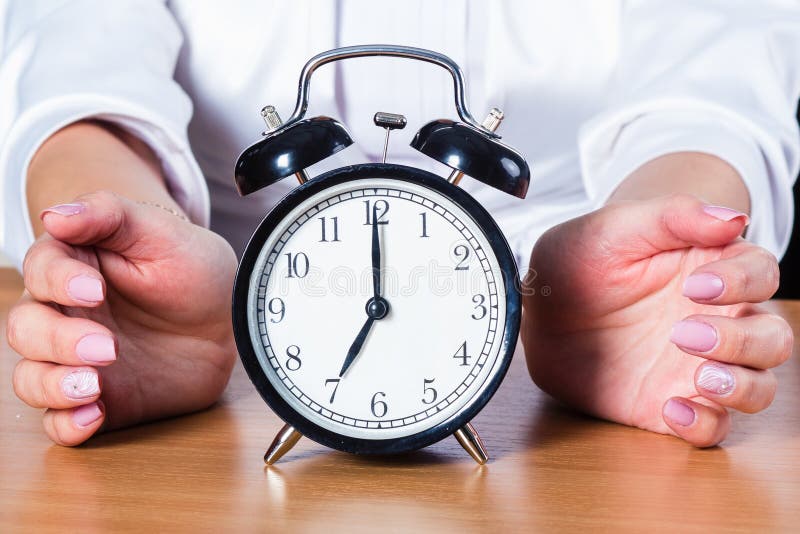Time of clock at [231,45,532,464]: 7:00
